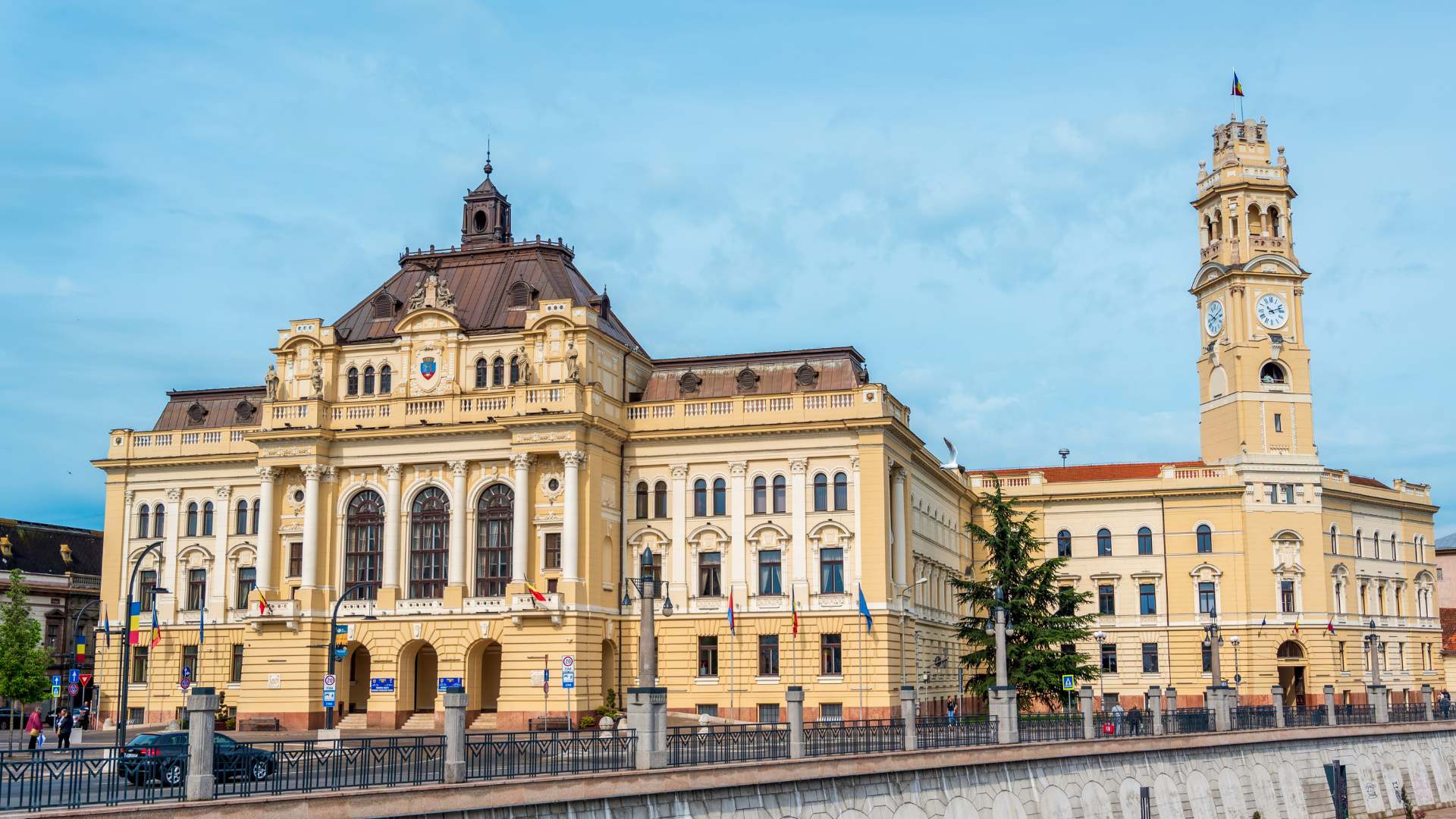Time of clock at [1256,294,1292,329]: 10:11
